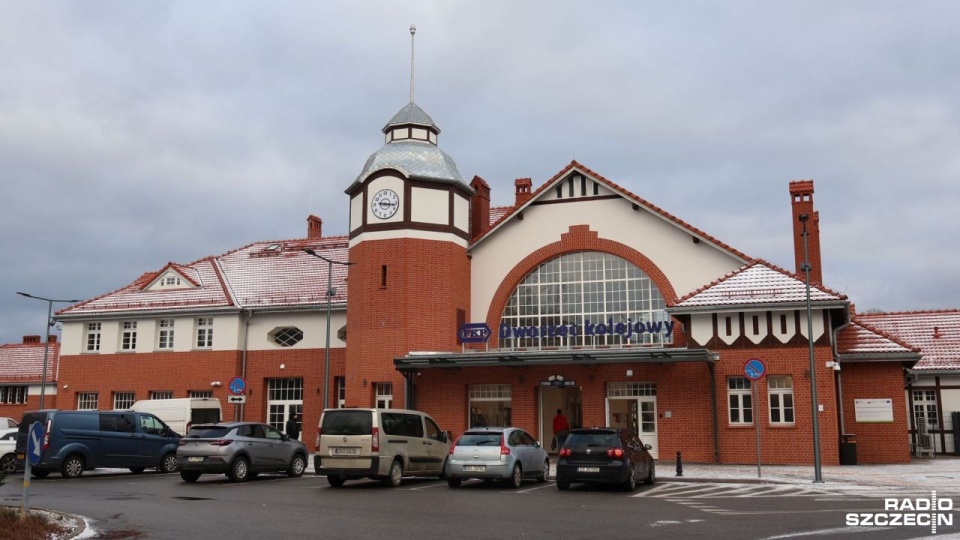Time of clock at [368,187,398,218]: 9:16
